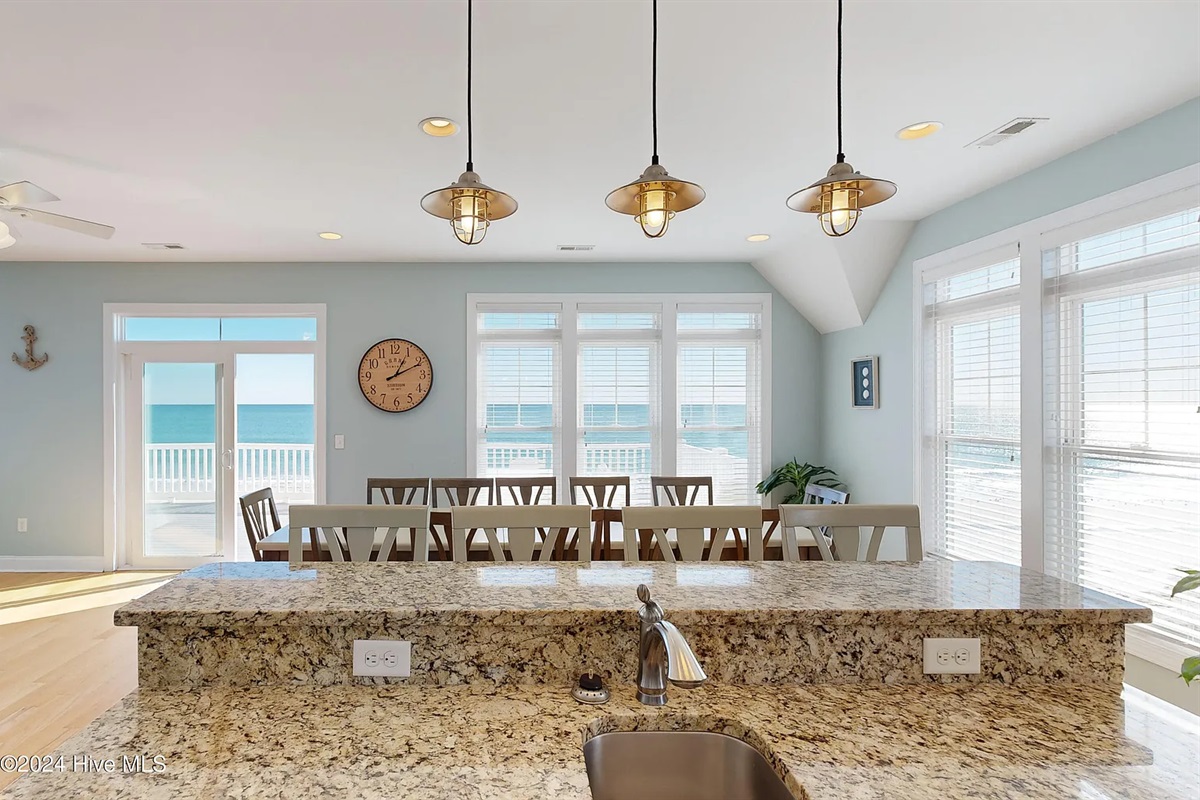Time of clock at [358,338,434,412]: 1:10
